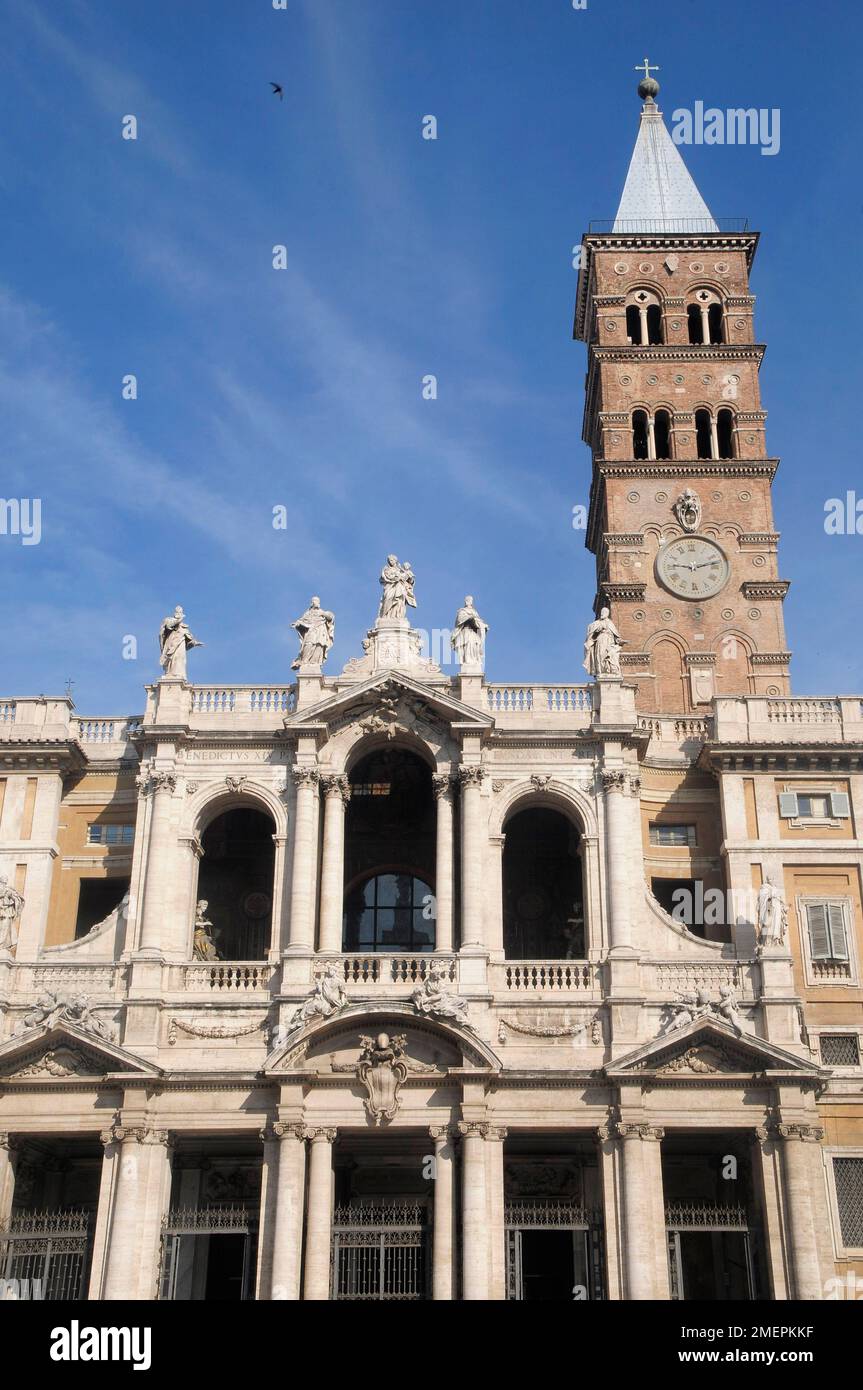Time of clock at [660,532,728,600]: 9:12
